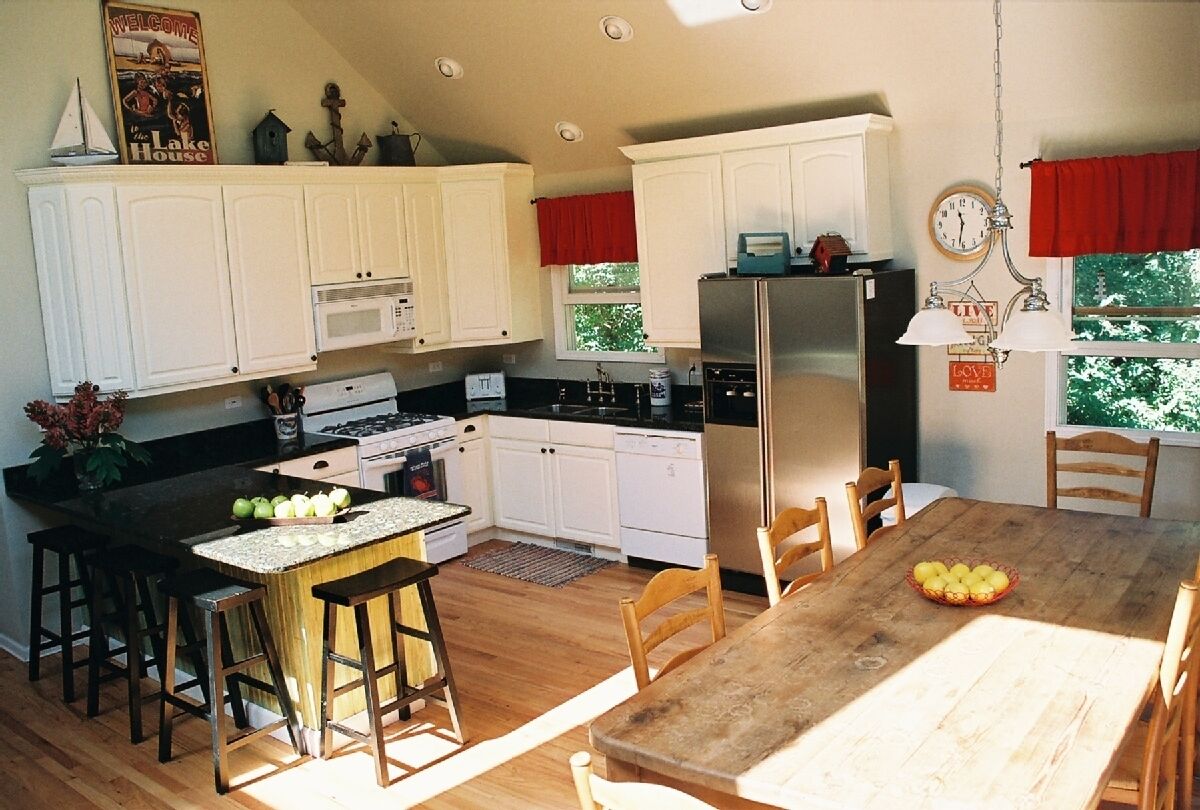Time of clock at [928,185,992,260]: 11:32
